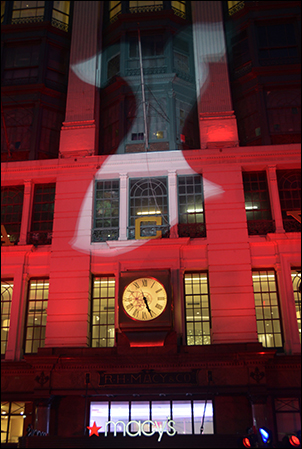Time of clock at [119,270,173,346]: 5:26
